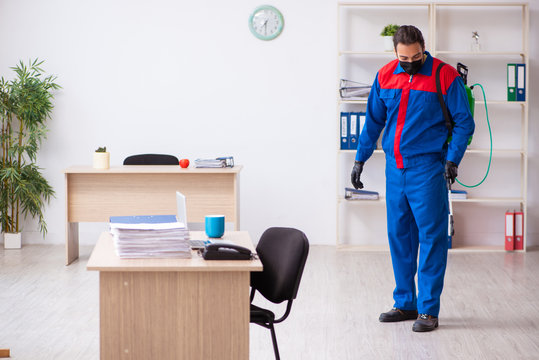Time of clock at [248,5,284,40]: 7:30
